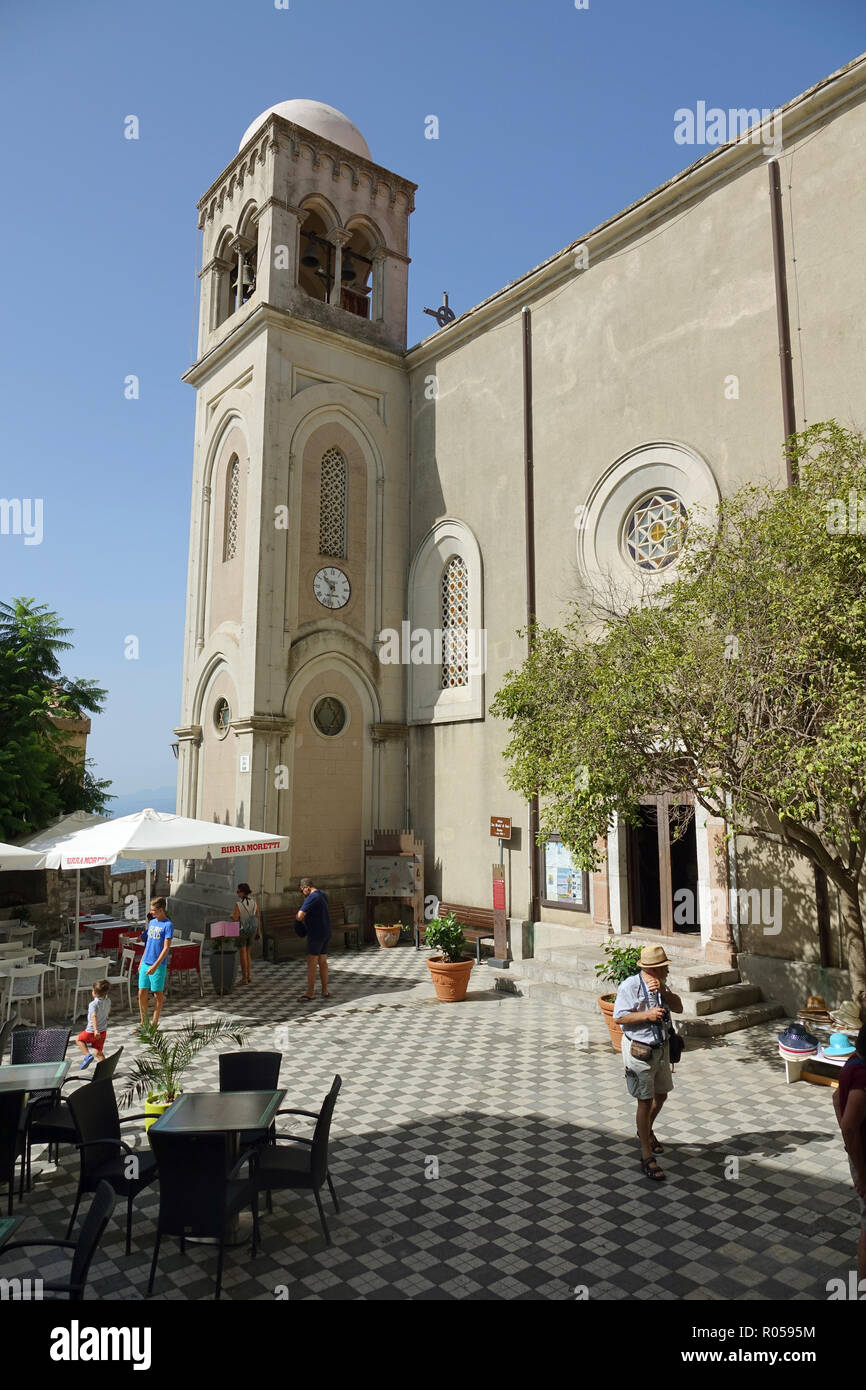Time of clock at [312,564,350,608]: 10:32
